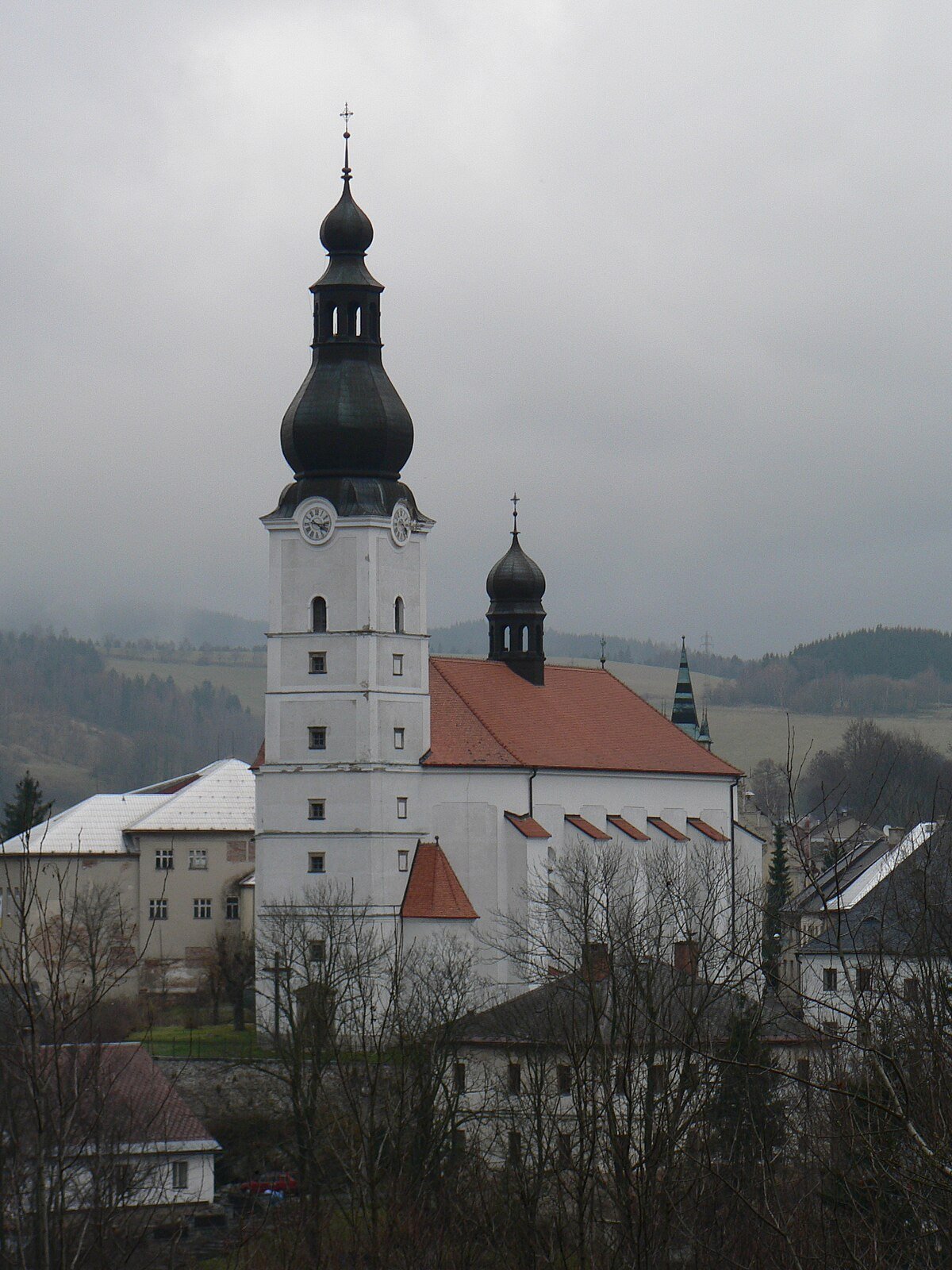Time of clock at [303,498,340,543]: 4:16
